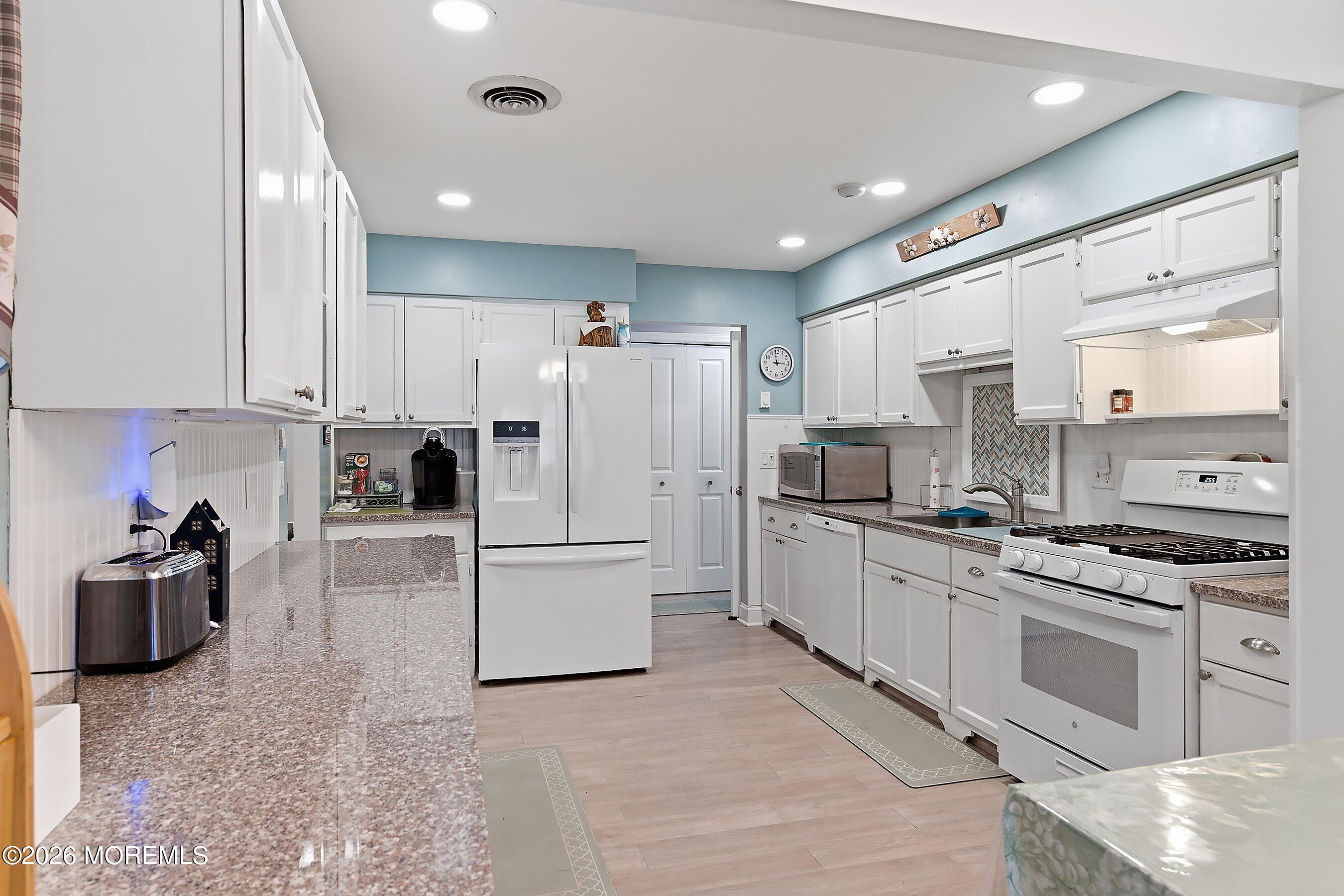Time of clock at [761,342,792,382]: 2:58
